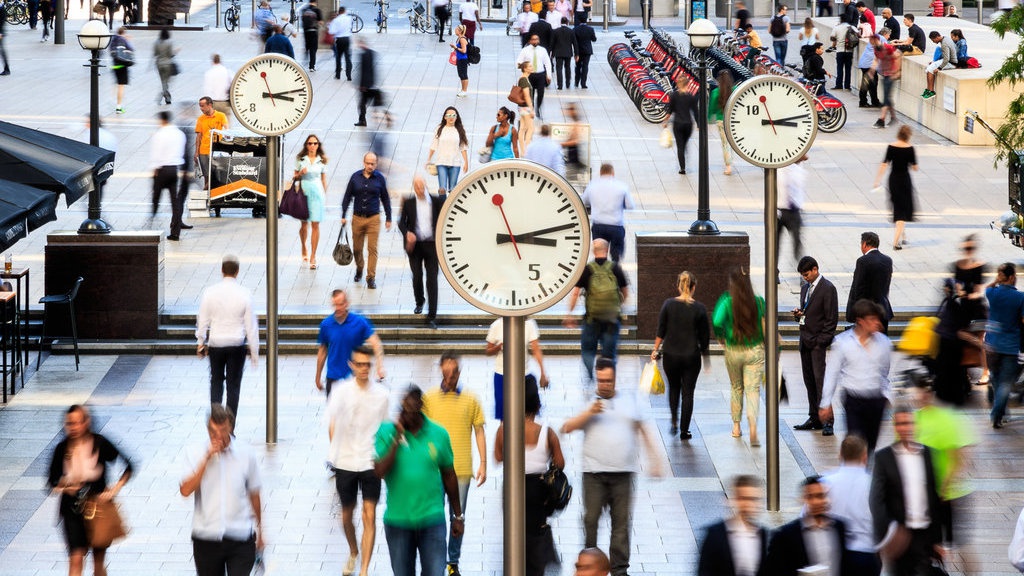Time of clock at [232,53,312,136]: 3:13
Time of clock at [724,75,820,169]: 3:13
